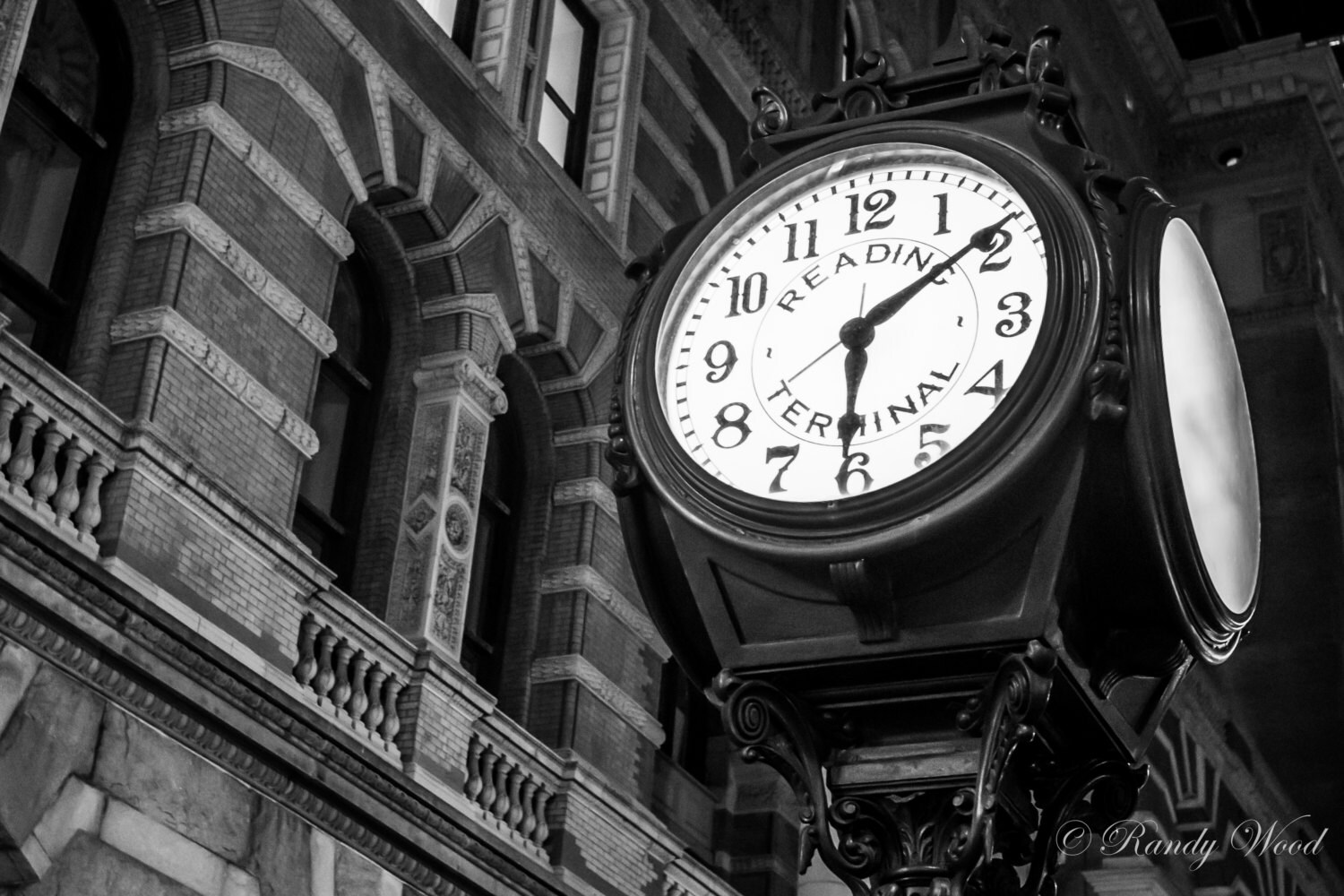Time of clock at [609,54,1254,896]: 6:08
